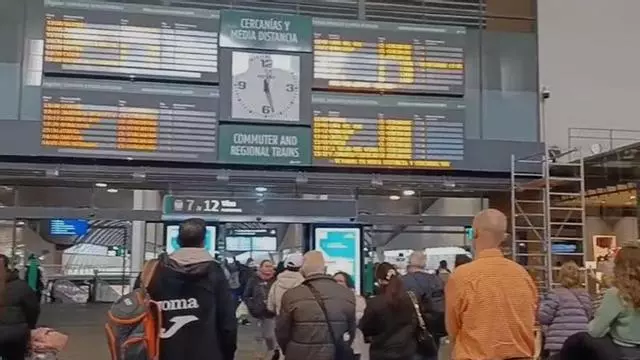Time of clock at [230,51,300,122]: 12:27
